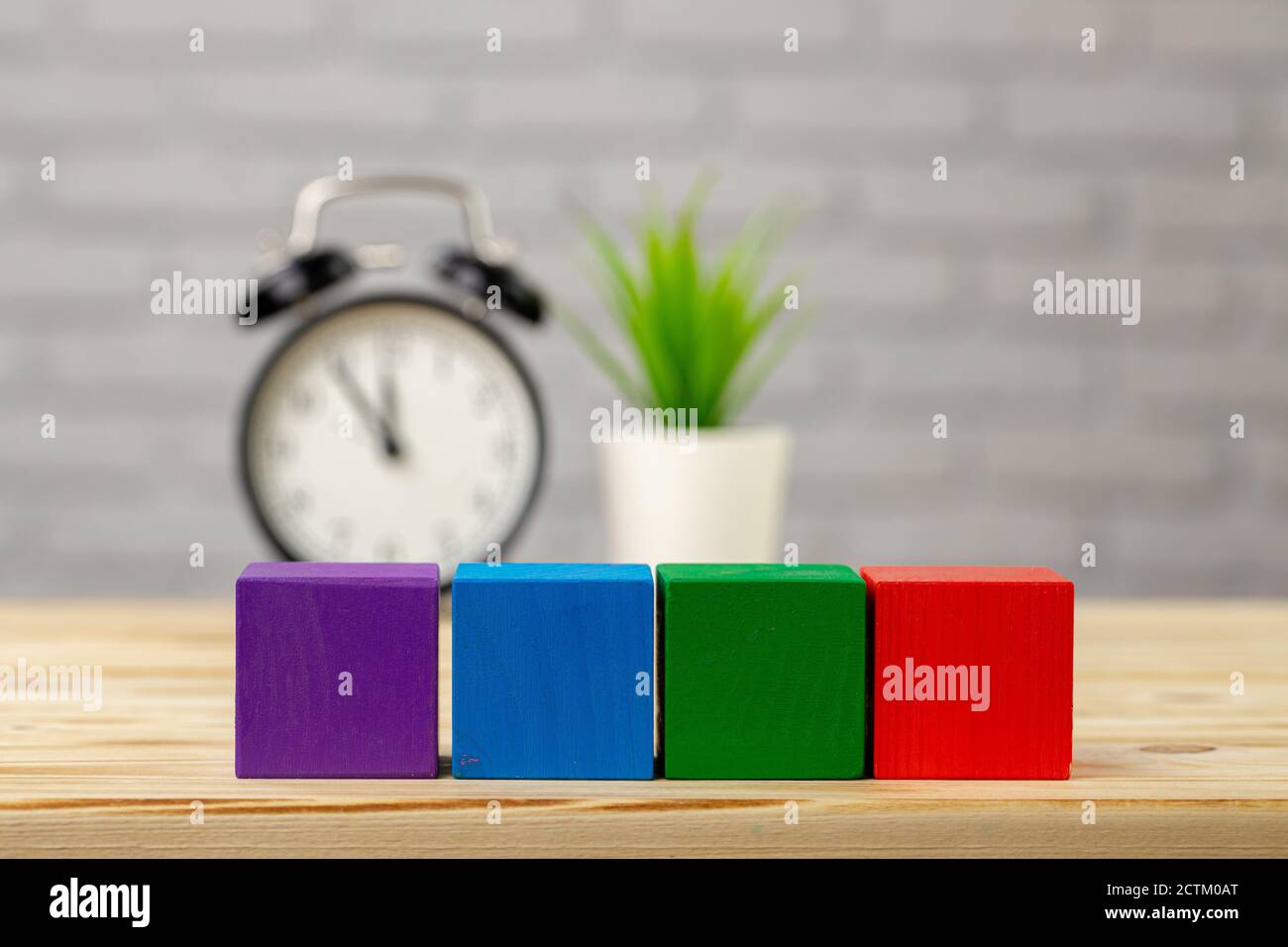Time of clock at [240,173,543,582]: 11:54
